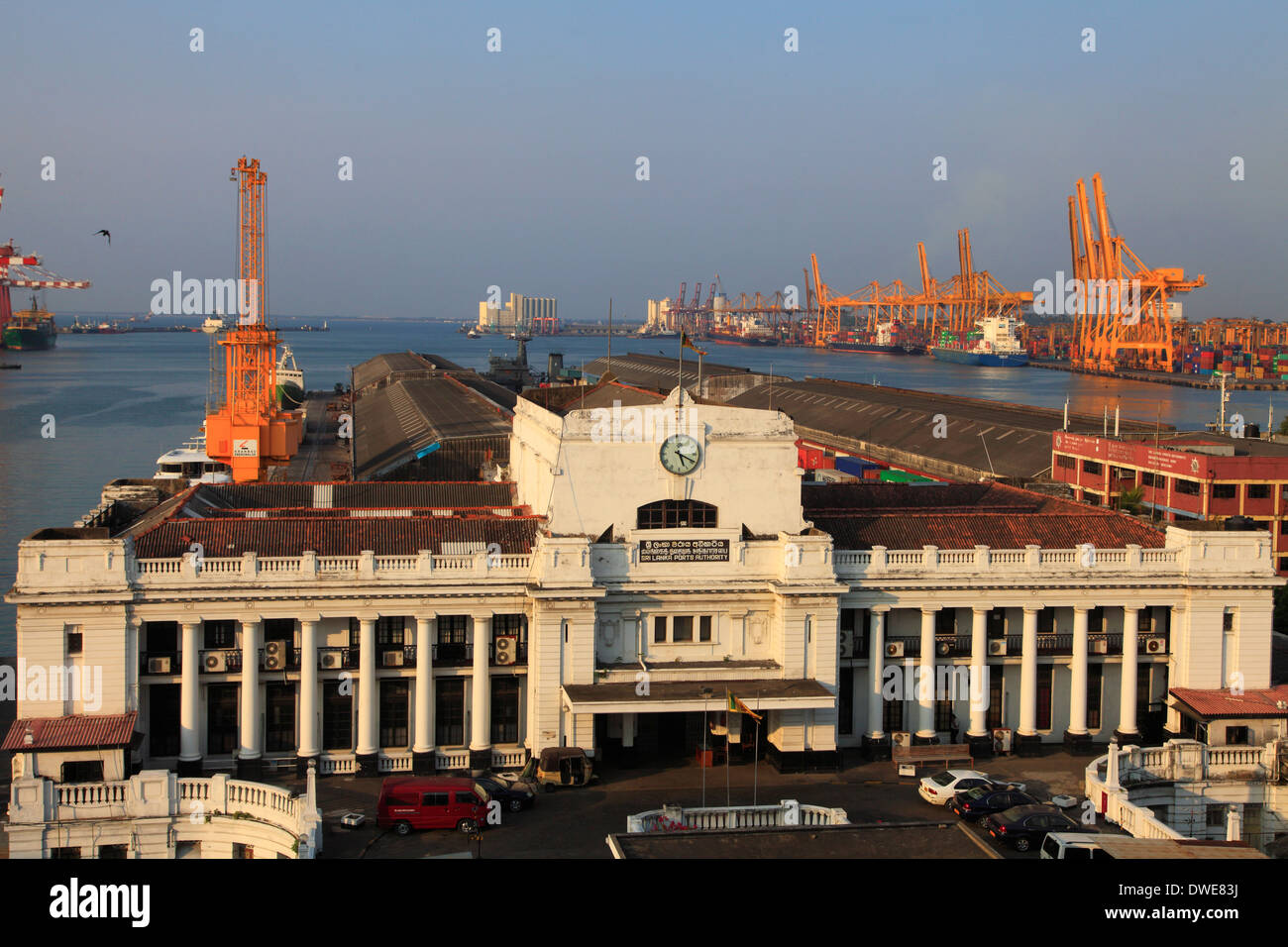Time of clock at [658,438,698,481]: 5:19
